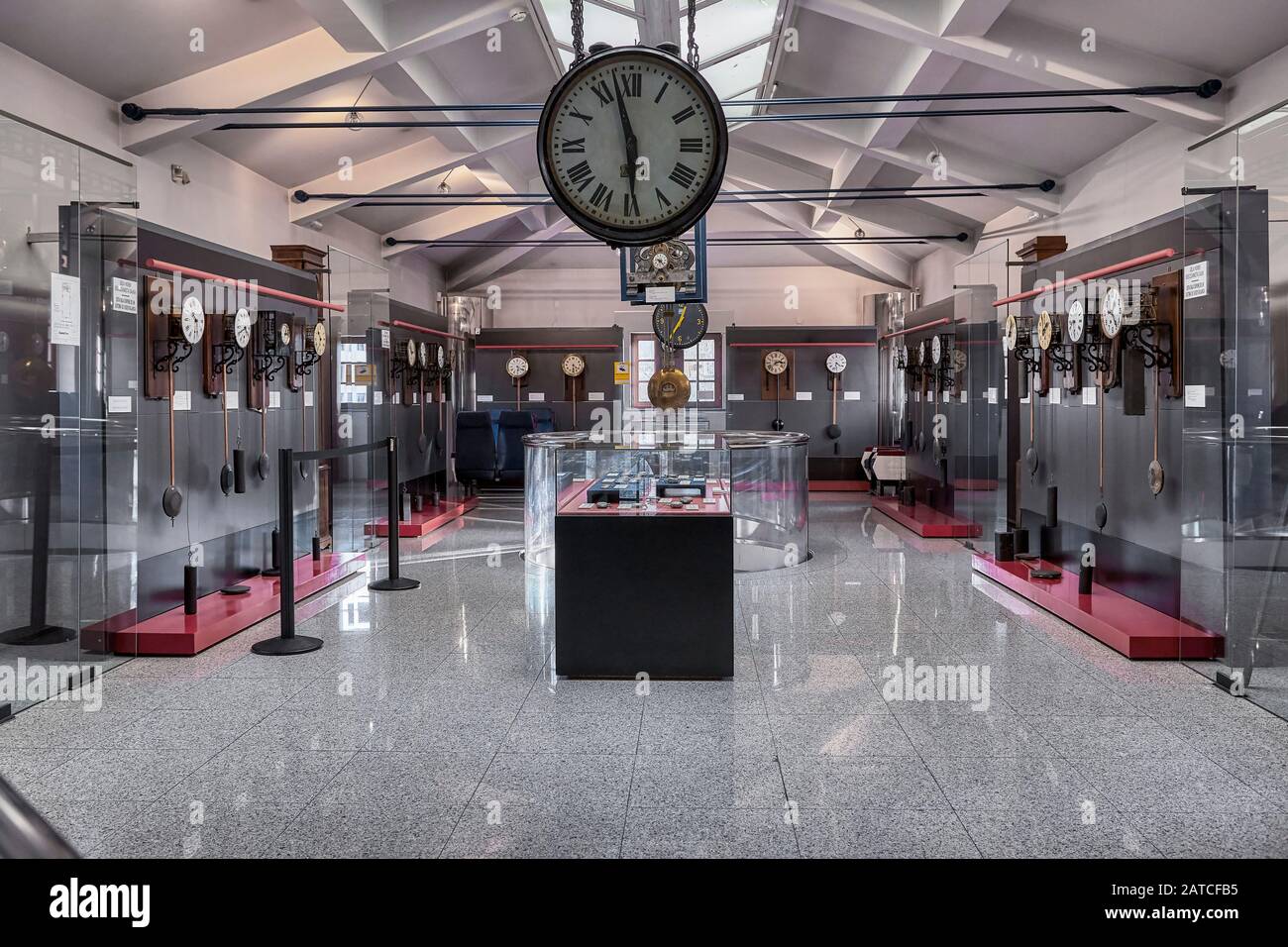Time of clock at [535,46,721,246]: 5:57
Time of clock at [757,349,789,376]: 2:38
